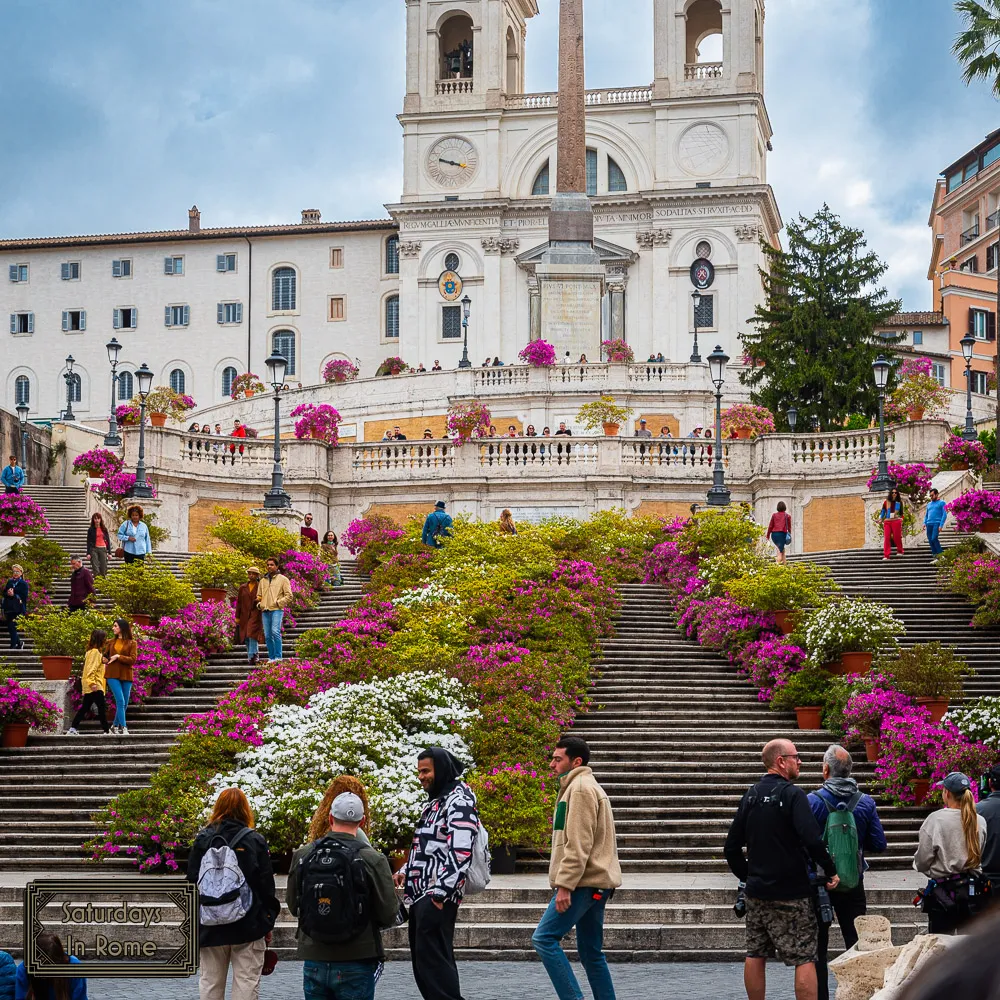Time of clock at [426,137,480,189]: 9:17
